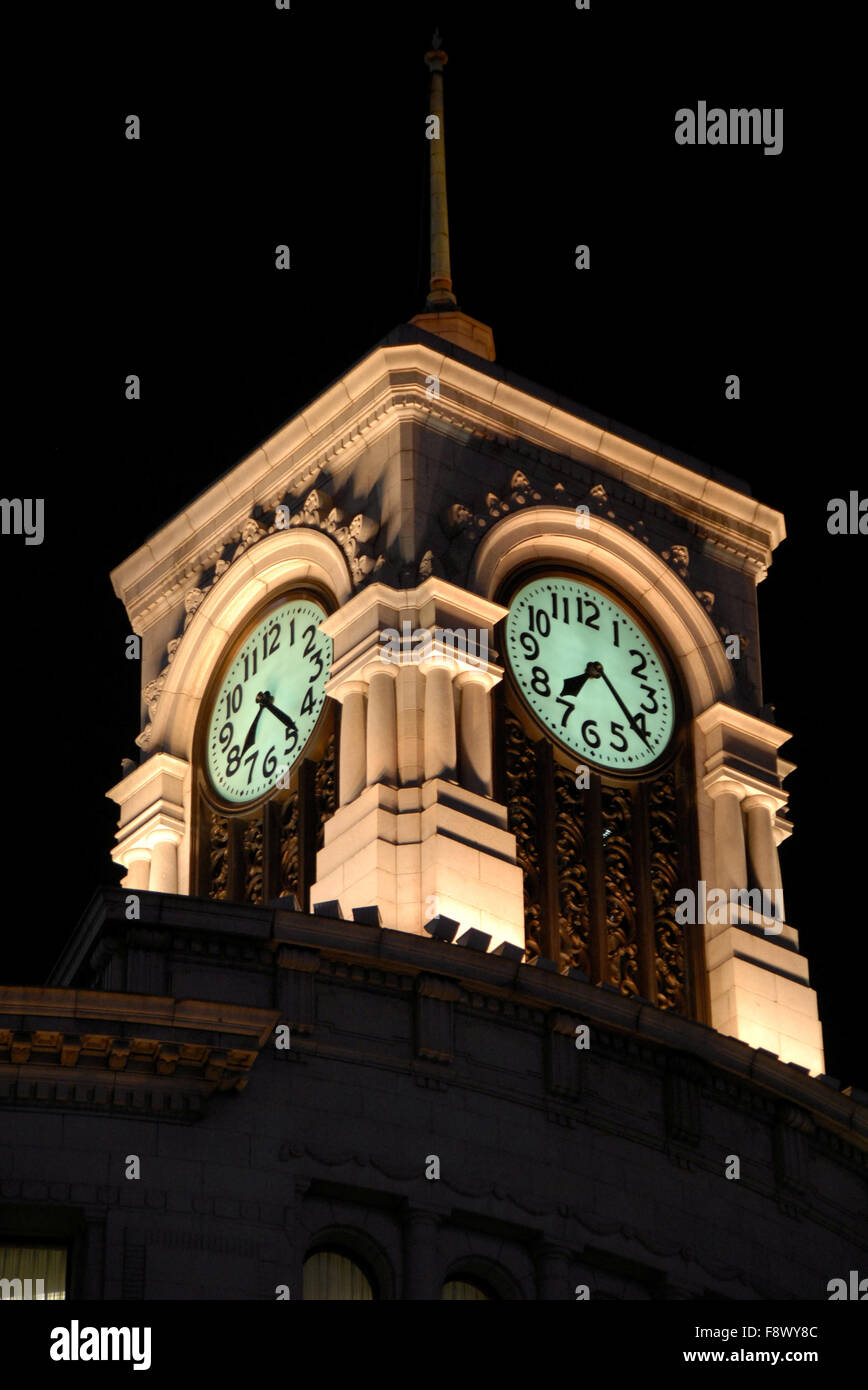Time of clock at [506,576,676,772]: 7:21
